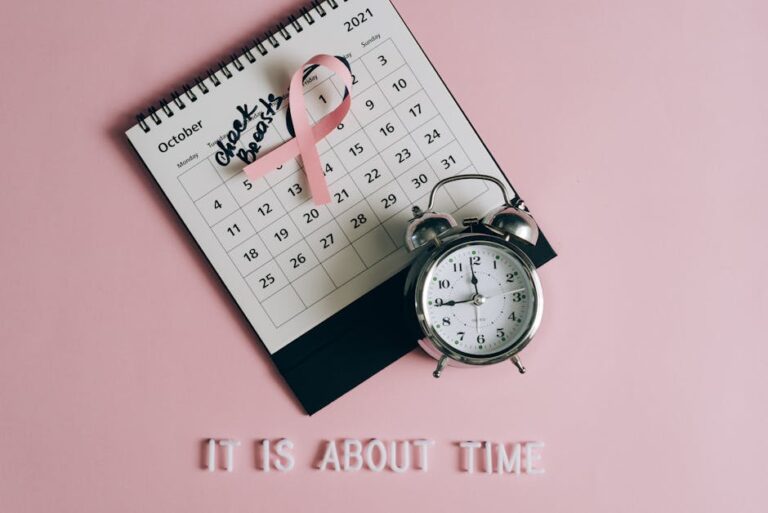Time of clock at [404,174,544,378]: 11:44
